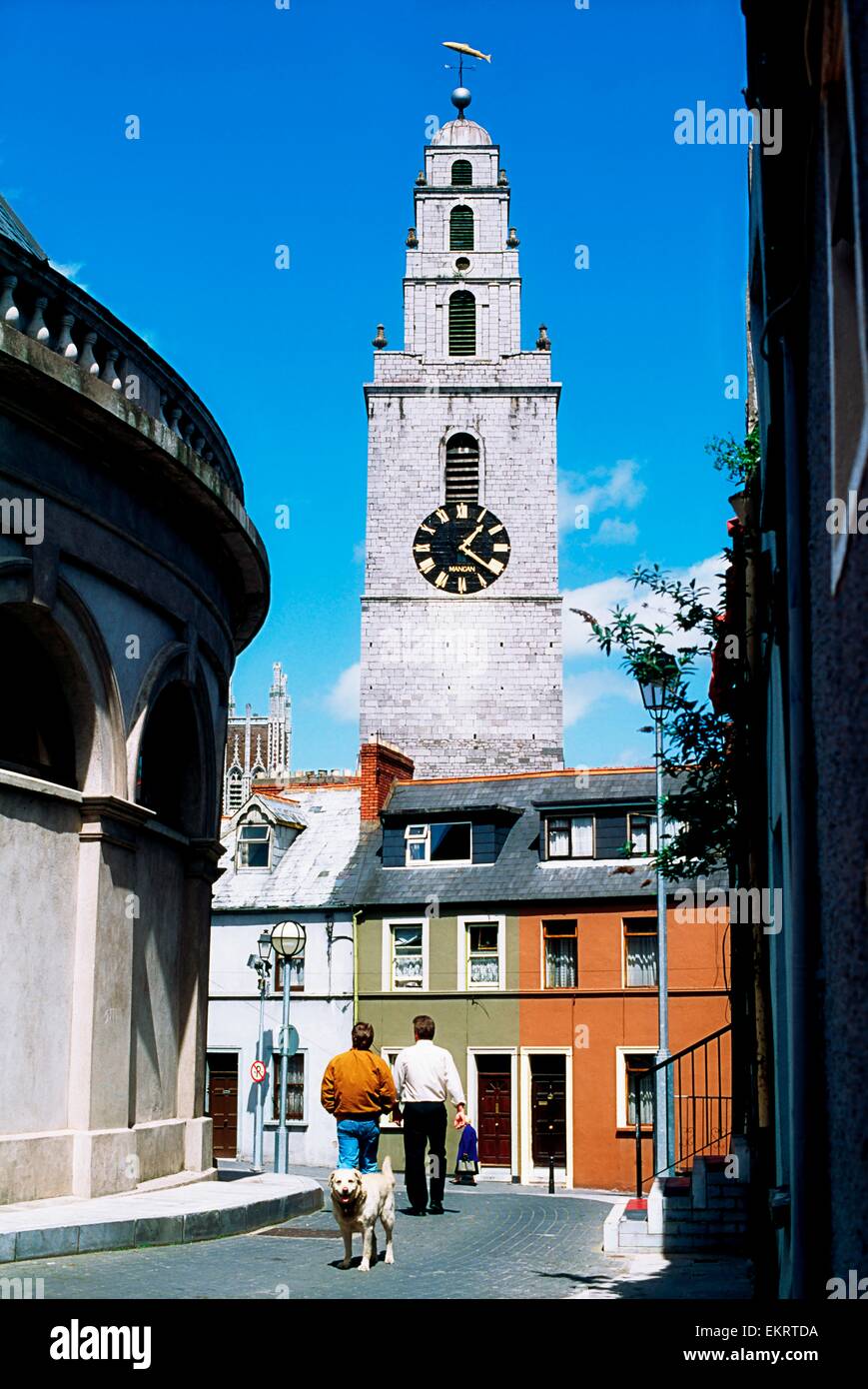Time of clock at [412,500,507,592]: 1:21
